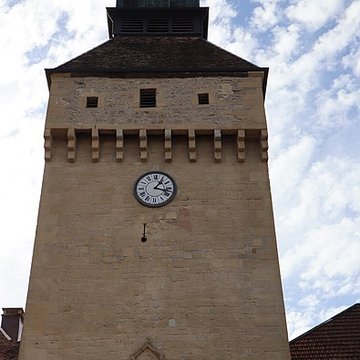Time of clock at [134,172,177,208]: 1:17
